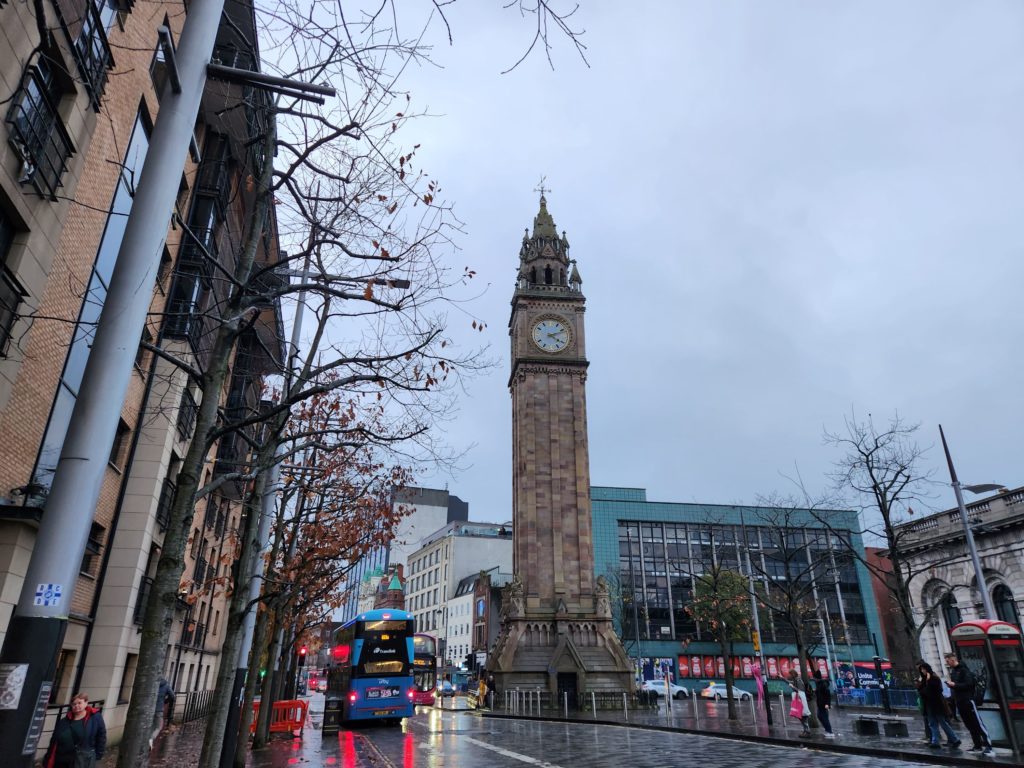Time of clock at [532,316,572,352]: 4:11
